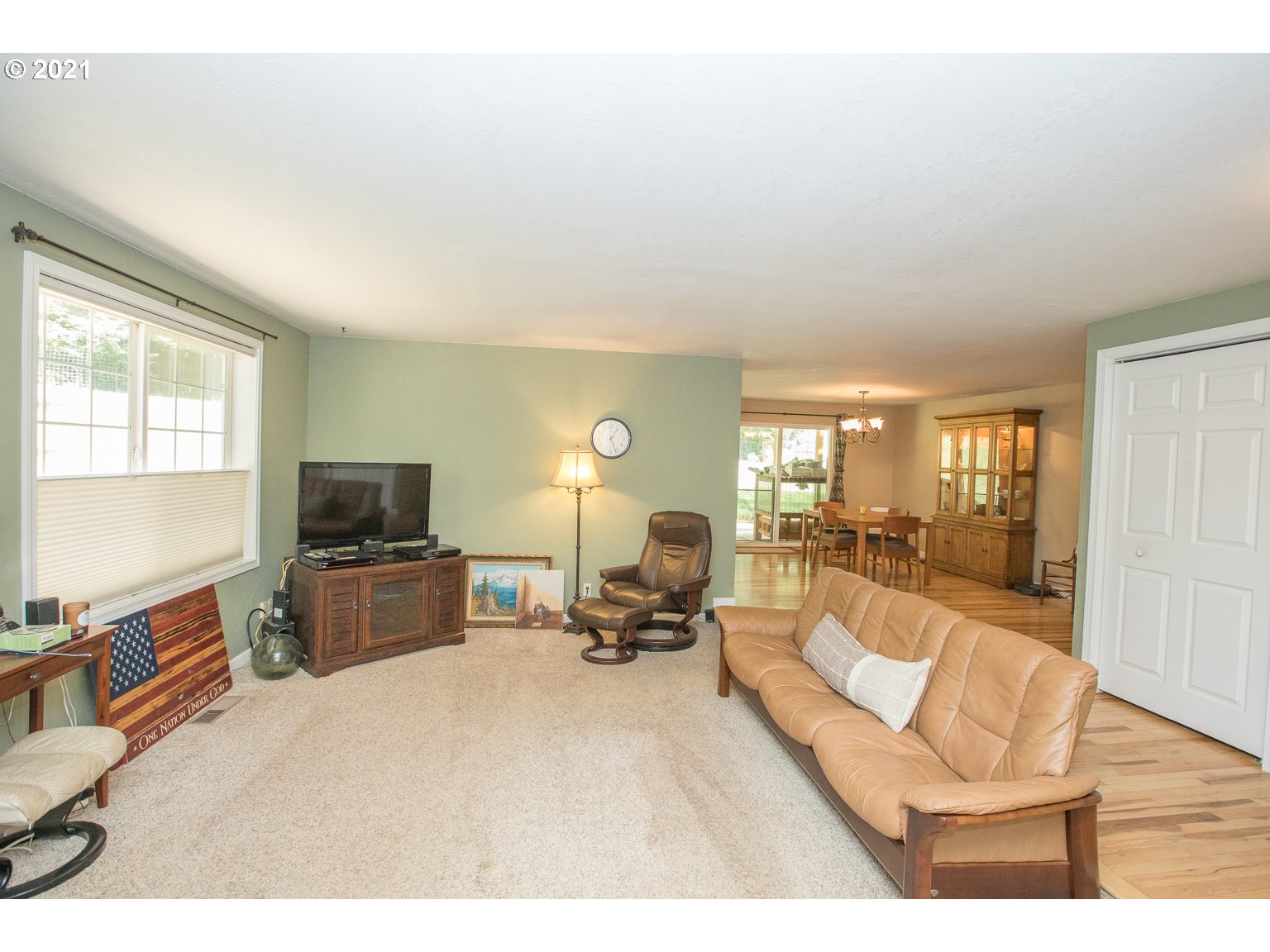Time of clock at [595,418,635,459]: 1:26
